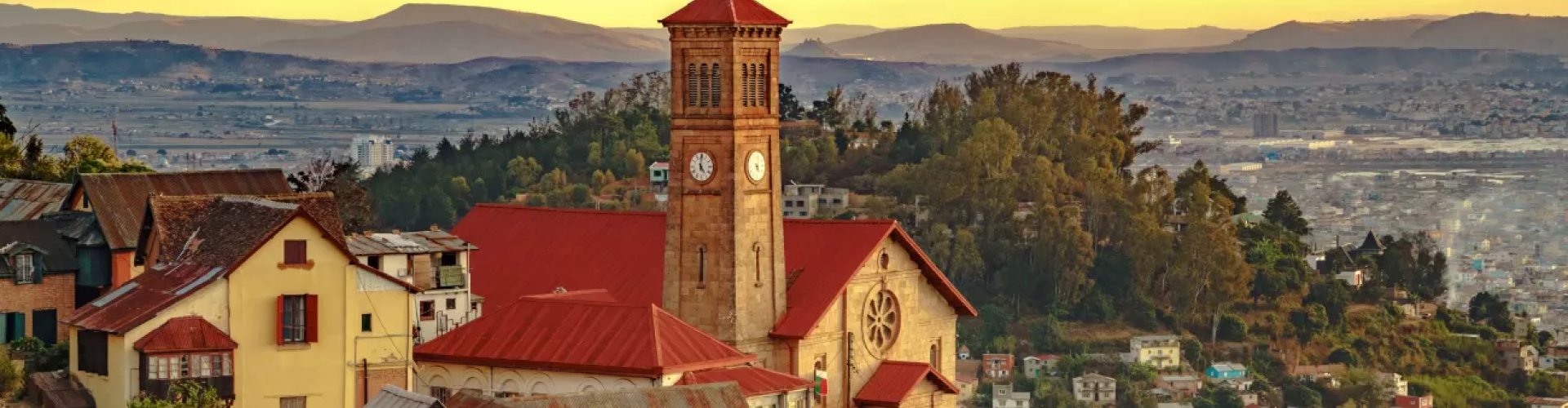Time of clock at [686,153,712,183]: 5:00
